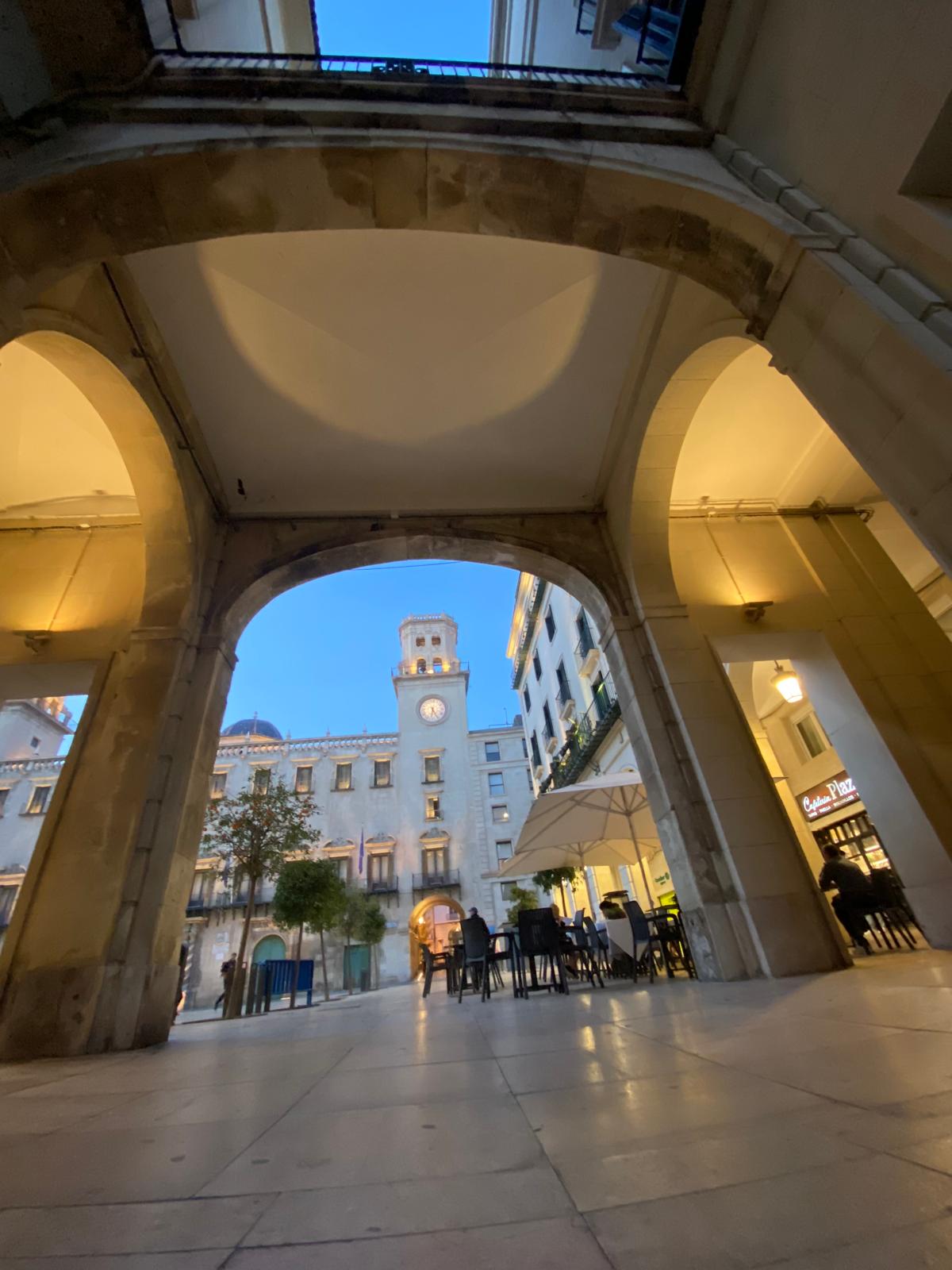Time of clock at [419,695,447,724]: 6:25
